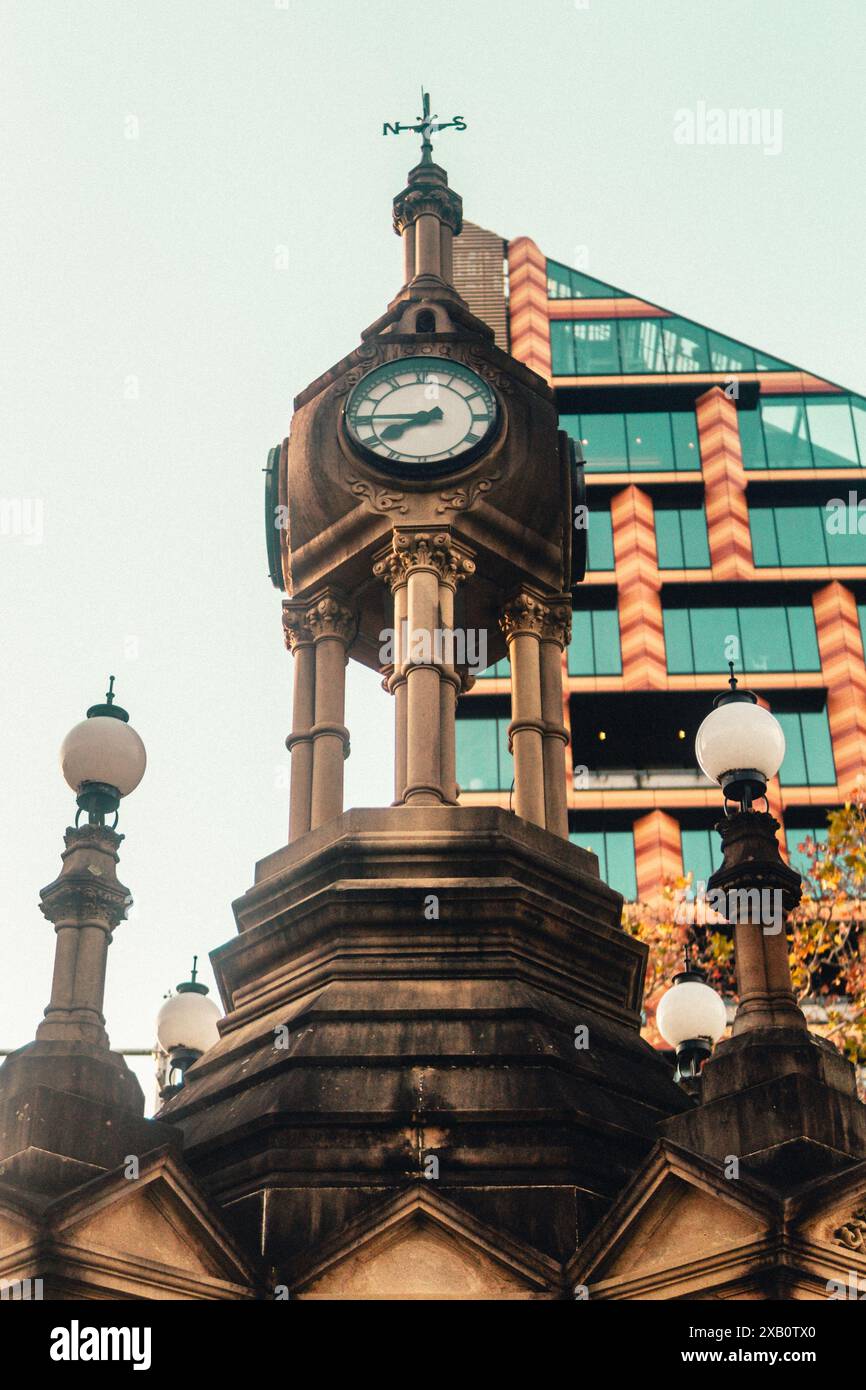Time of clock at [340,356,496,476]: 7:45
